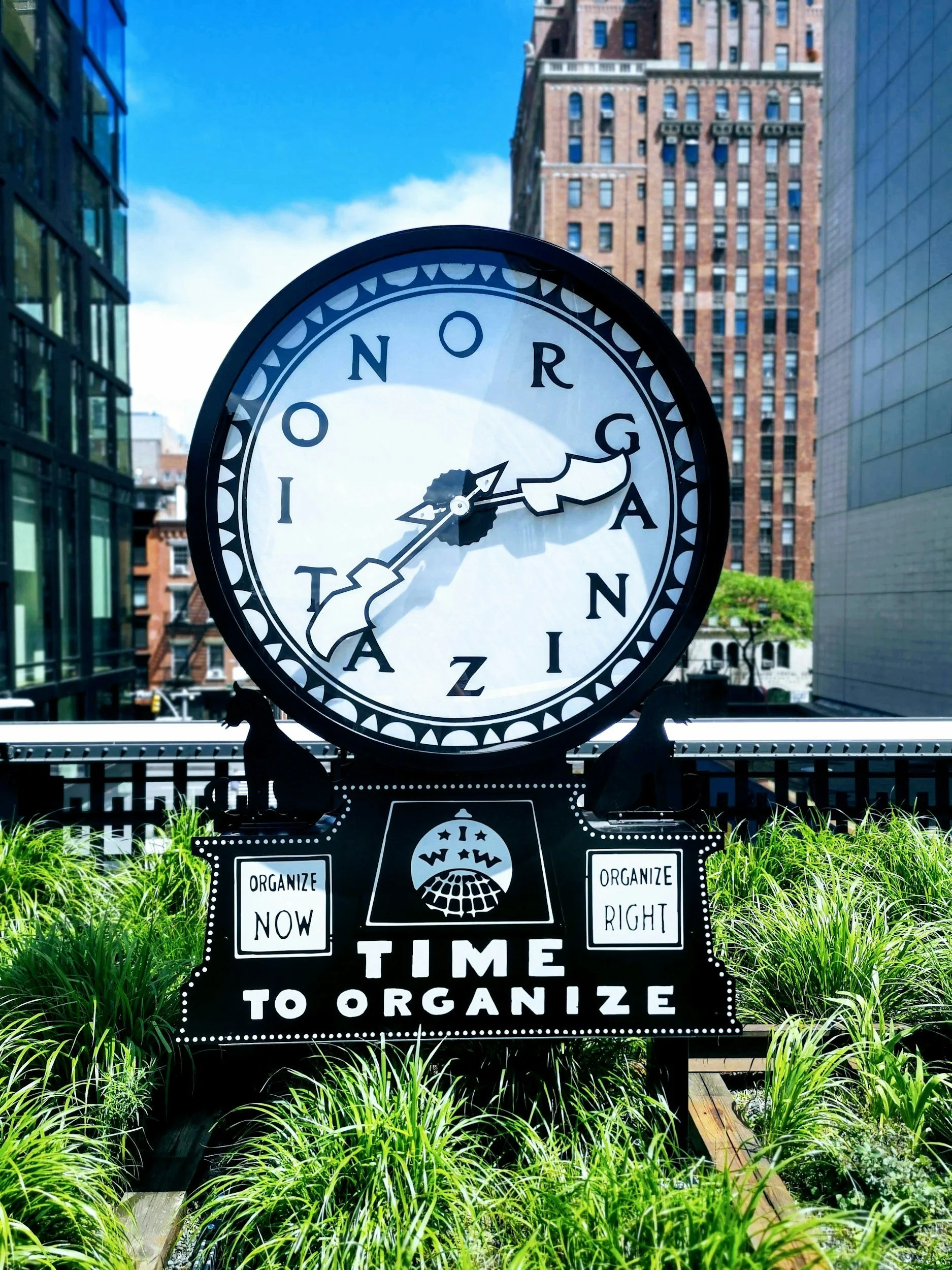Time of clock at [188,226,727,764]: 2:37
